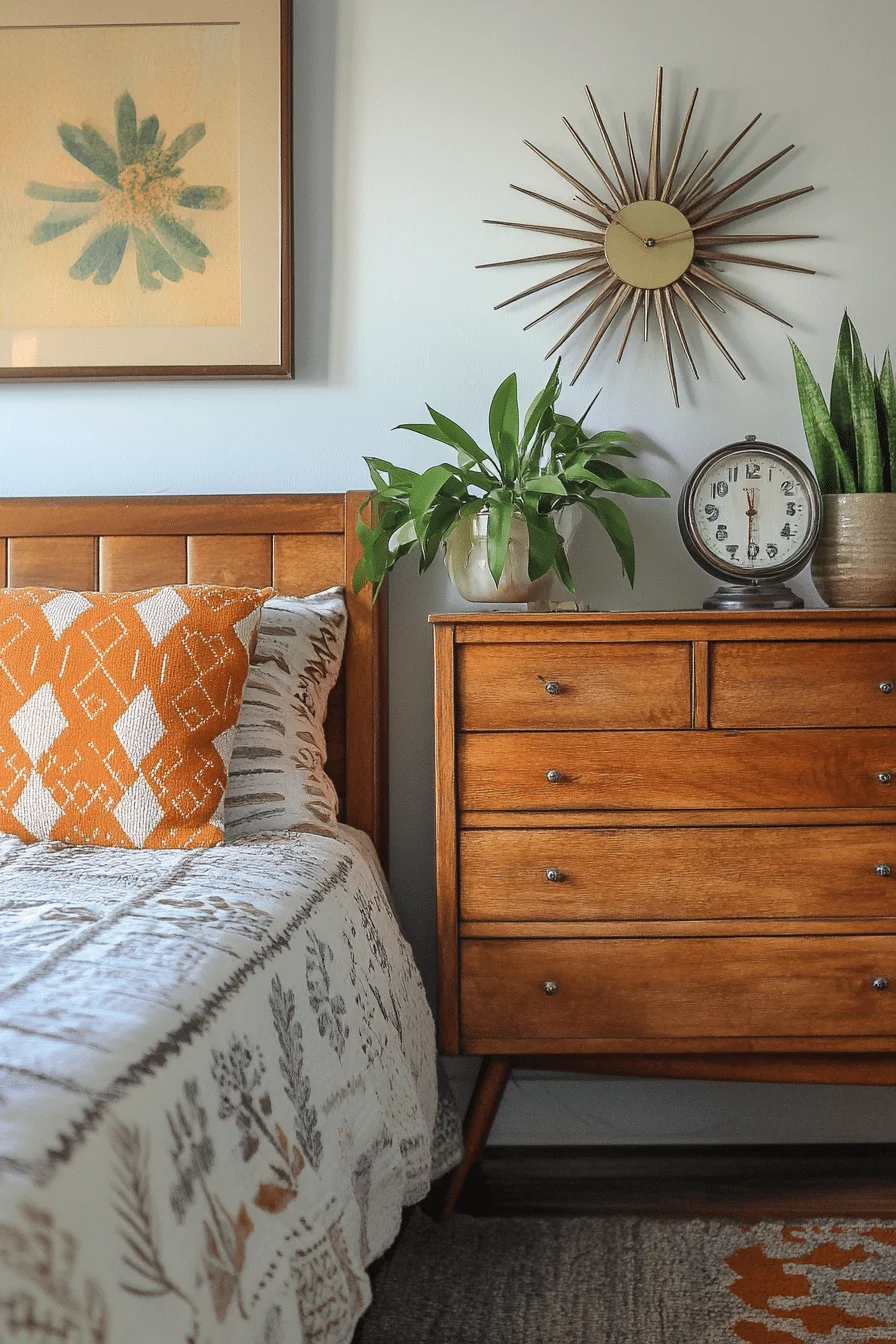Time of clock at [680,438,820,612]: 11:30
